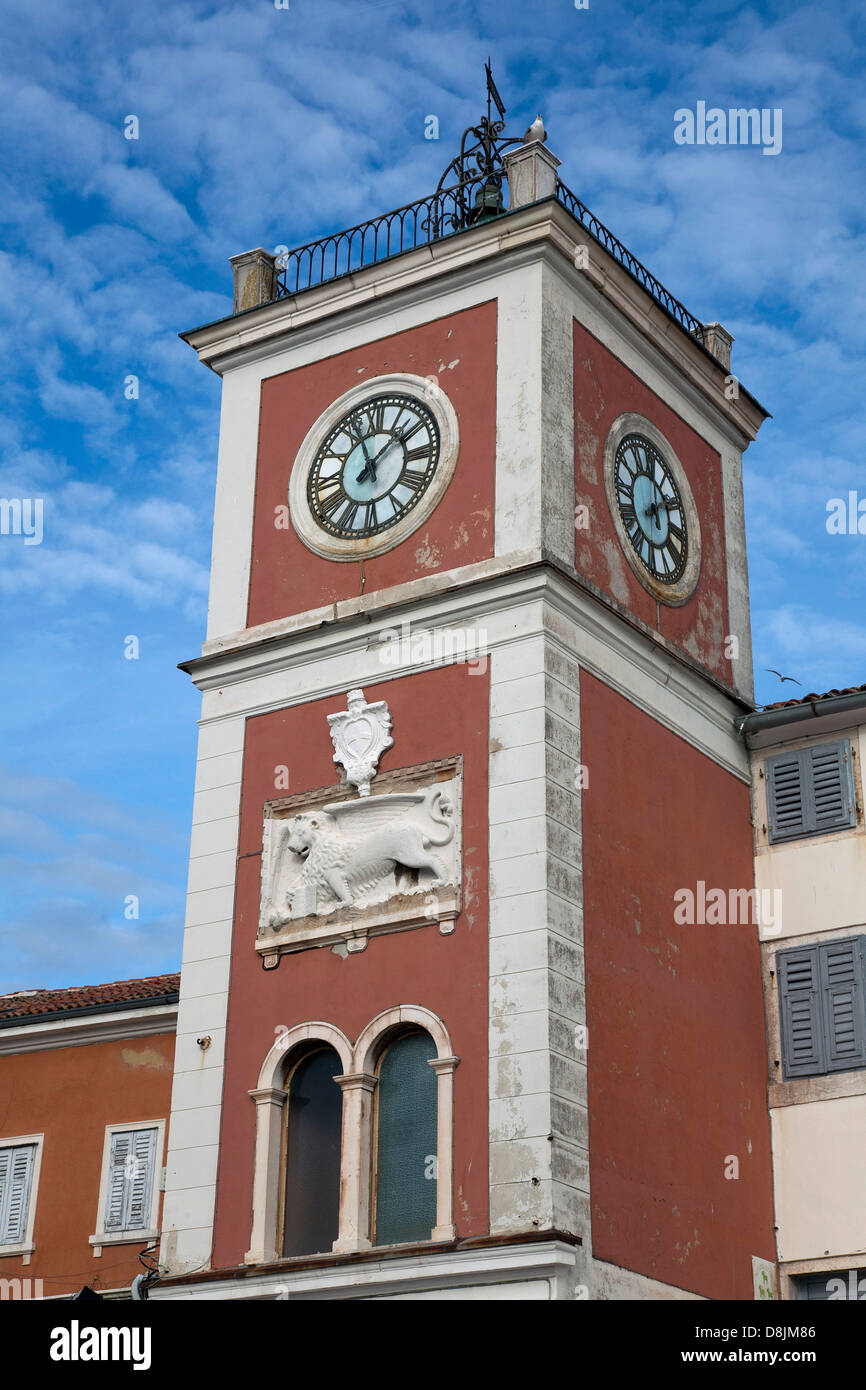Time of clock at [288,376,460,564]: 1:56
